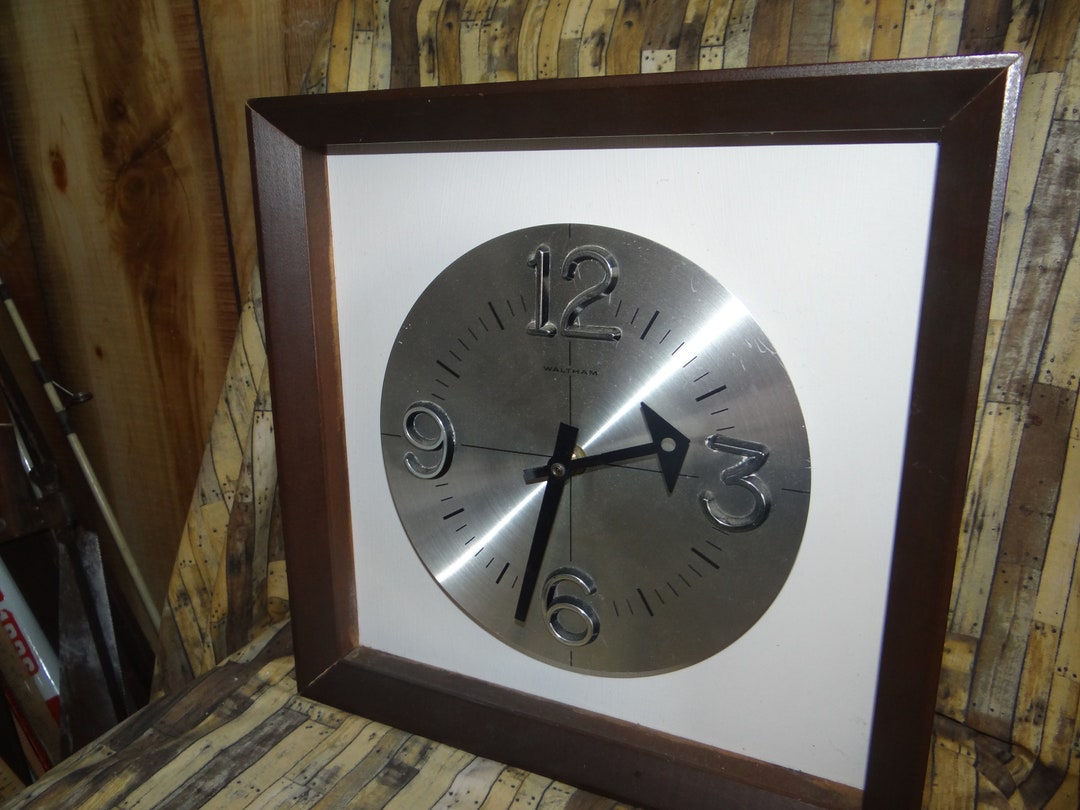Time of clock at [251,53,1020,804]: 2:32
